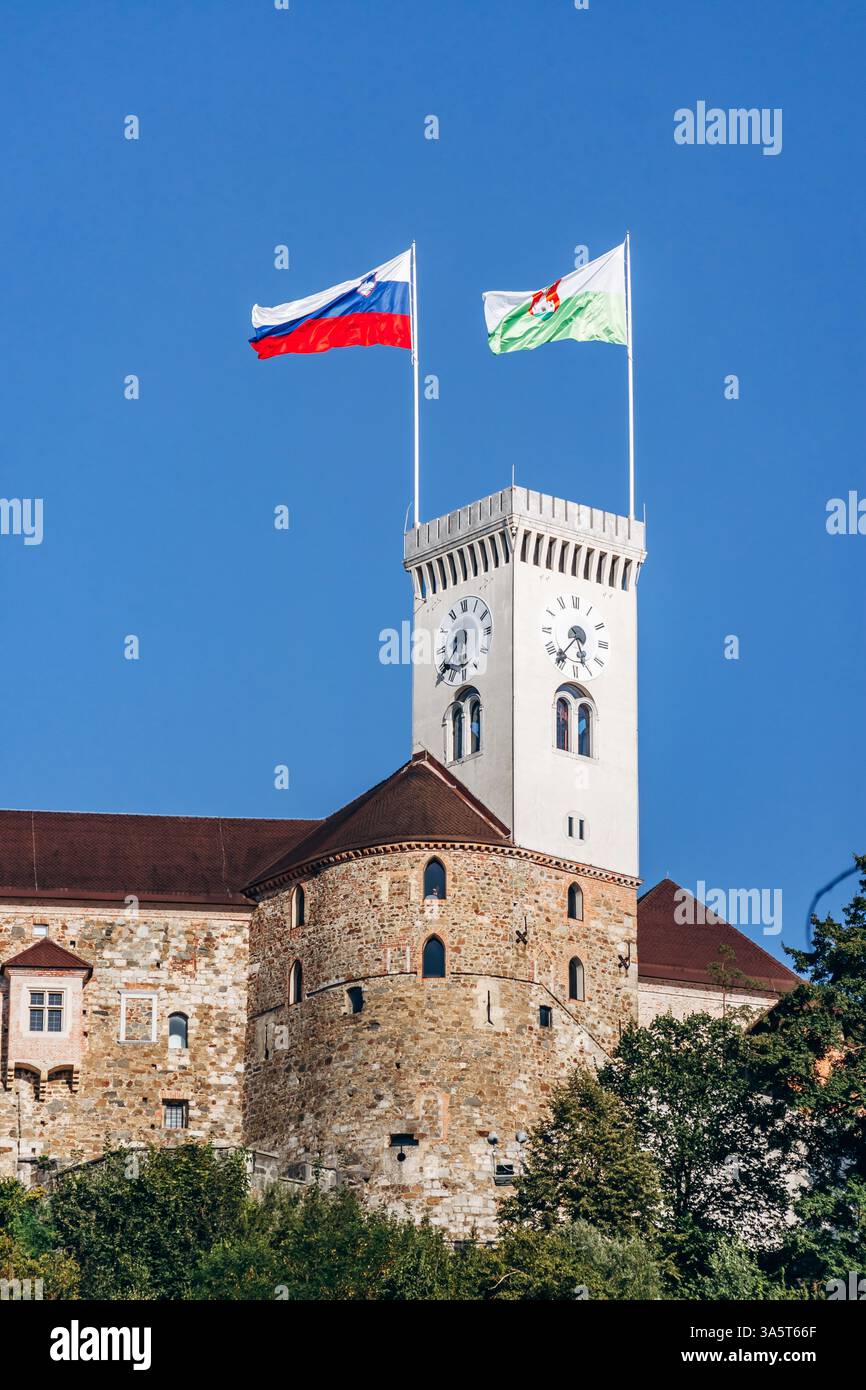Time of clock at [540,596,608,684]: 5:36
